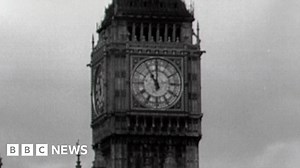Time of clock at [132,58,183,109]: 11:00
